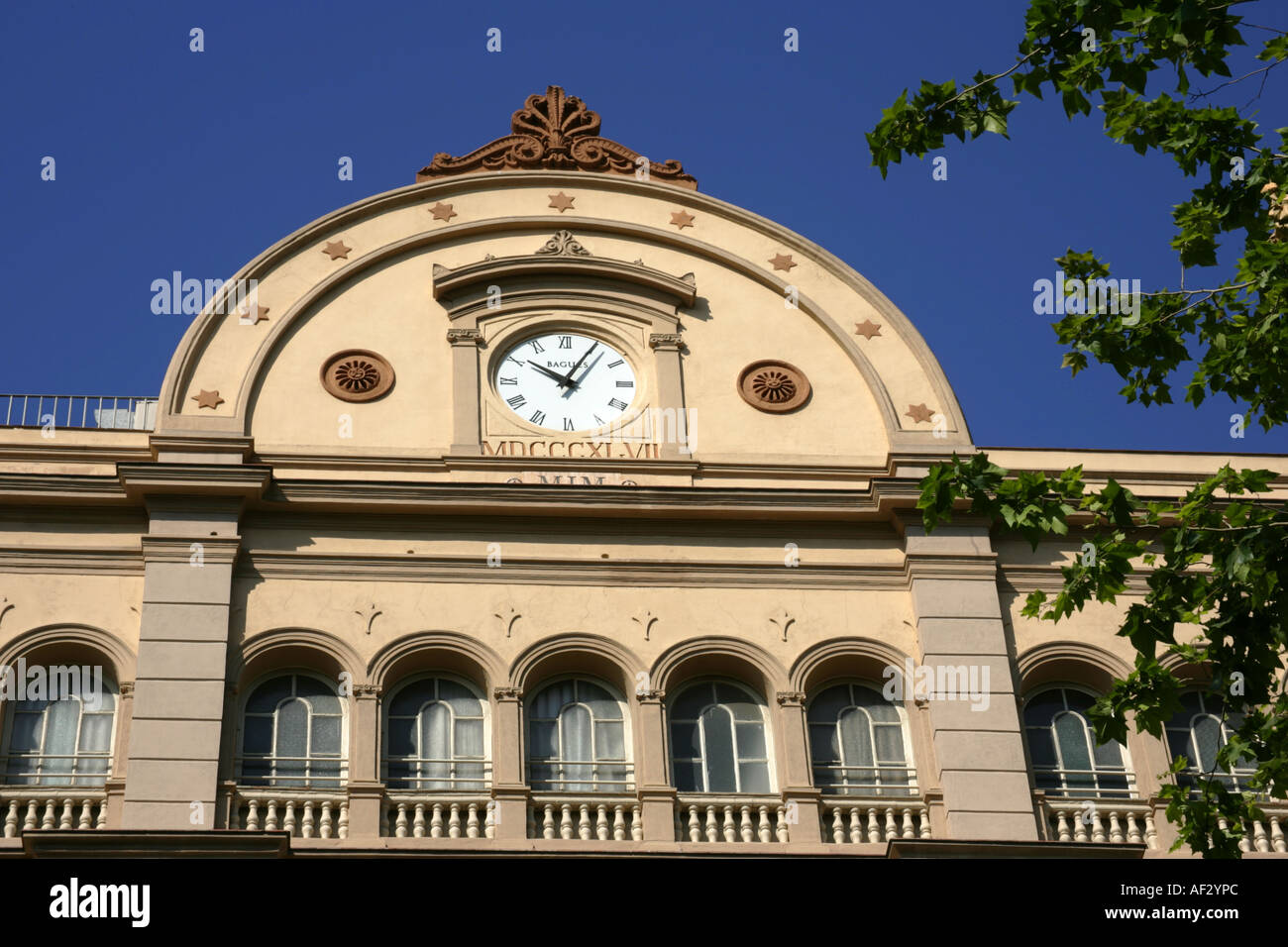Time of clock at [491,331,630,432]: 10:04
